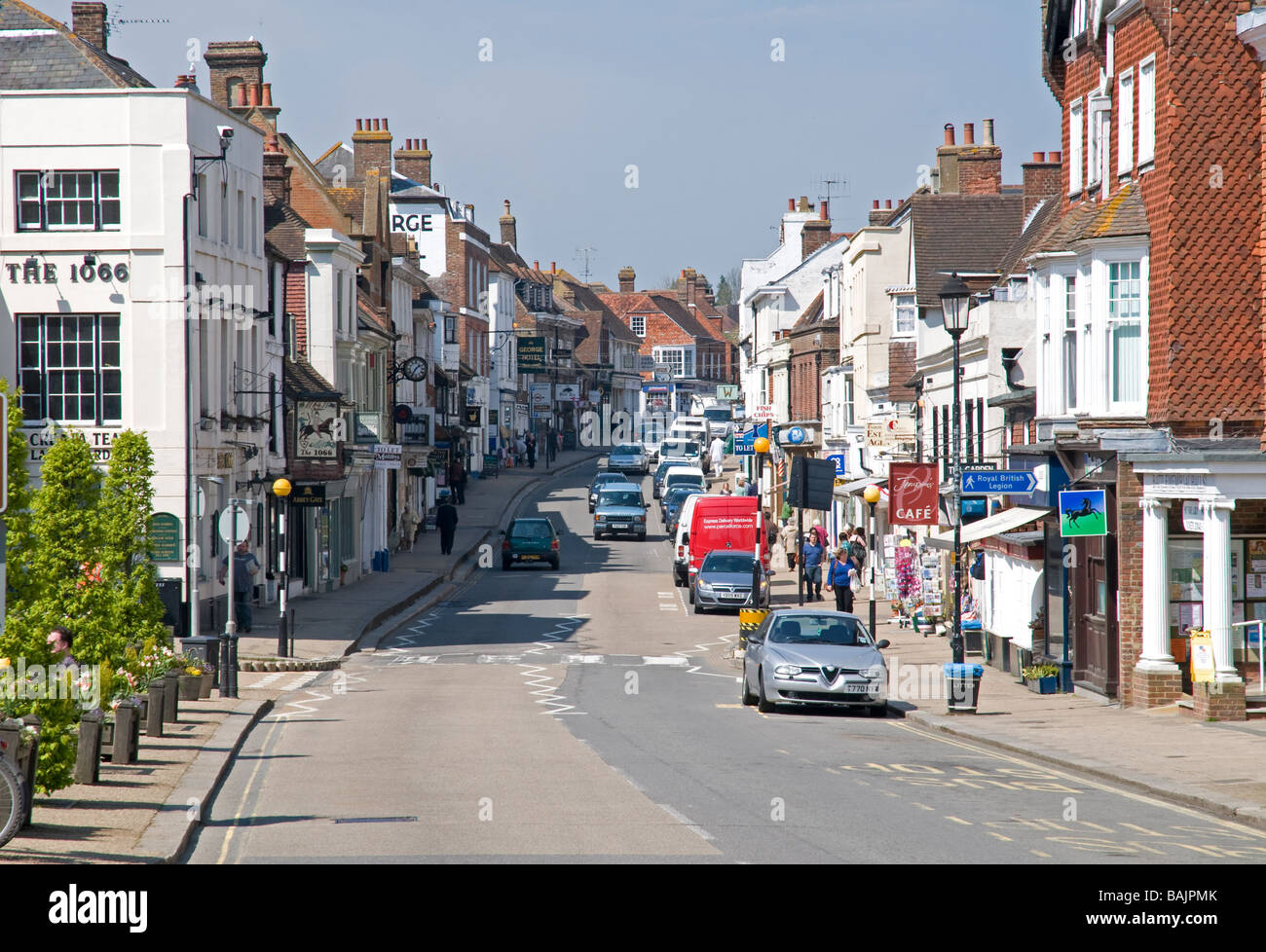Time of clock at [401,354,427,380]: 1:36
